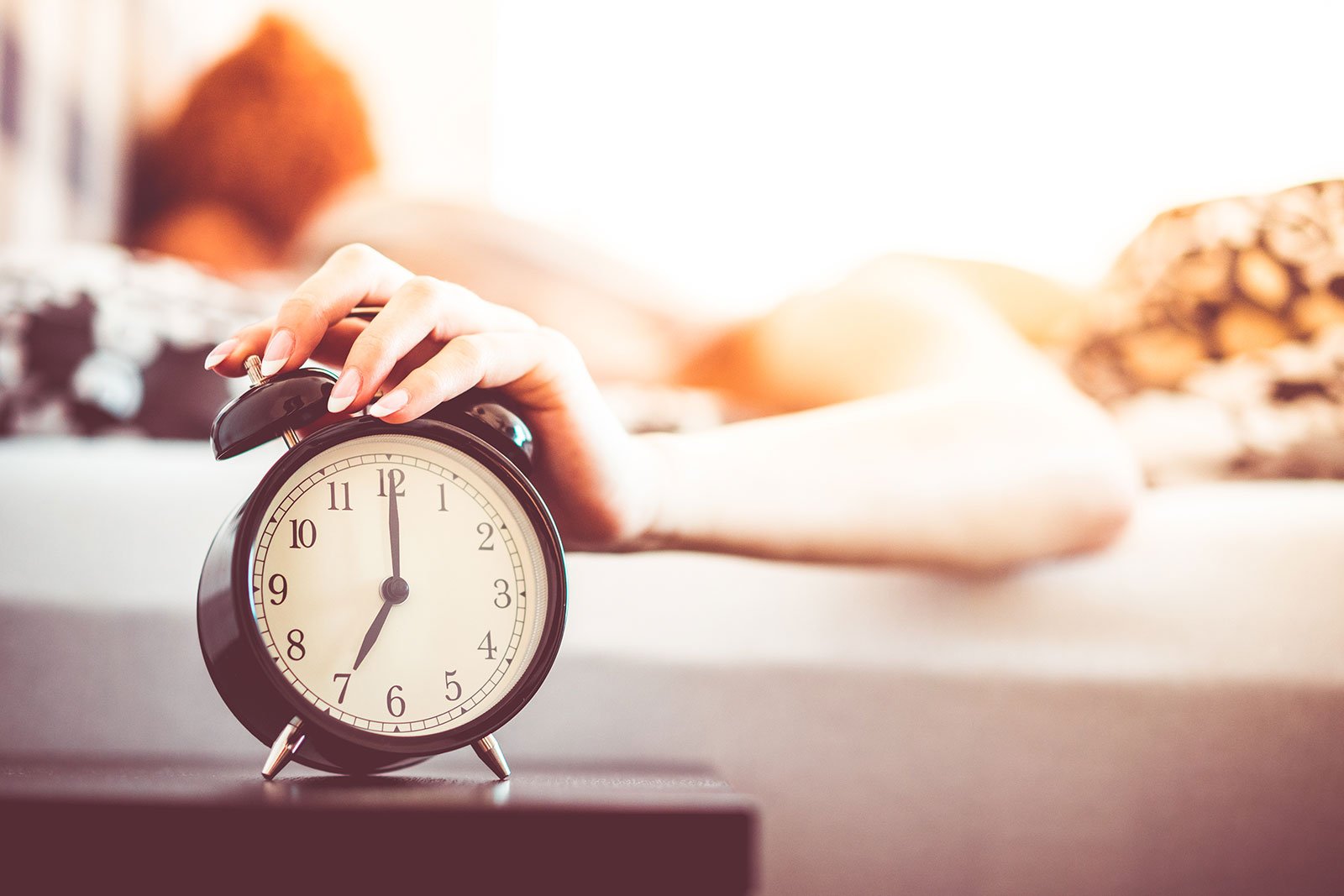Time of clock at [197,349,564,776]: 7:00
